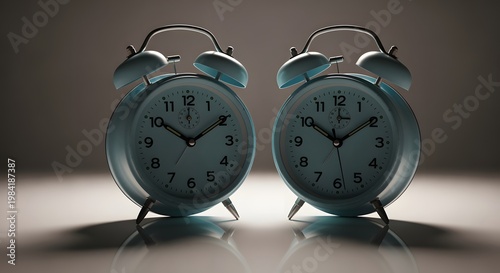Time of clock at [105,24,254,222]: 10:09
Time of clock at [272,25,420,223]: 10:09
